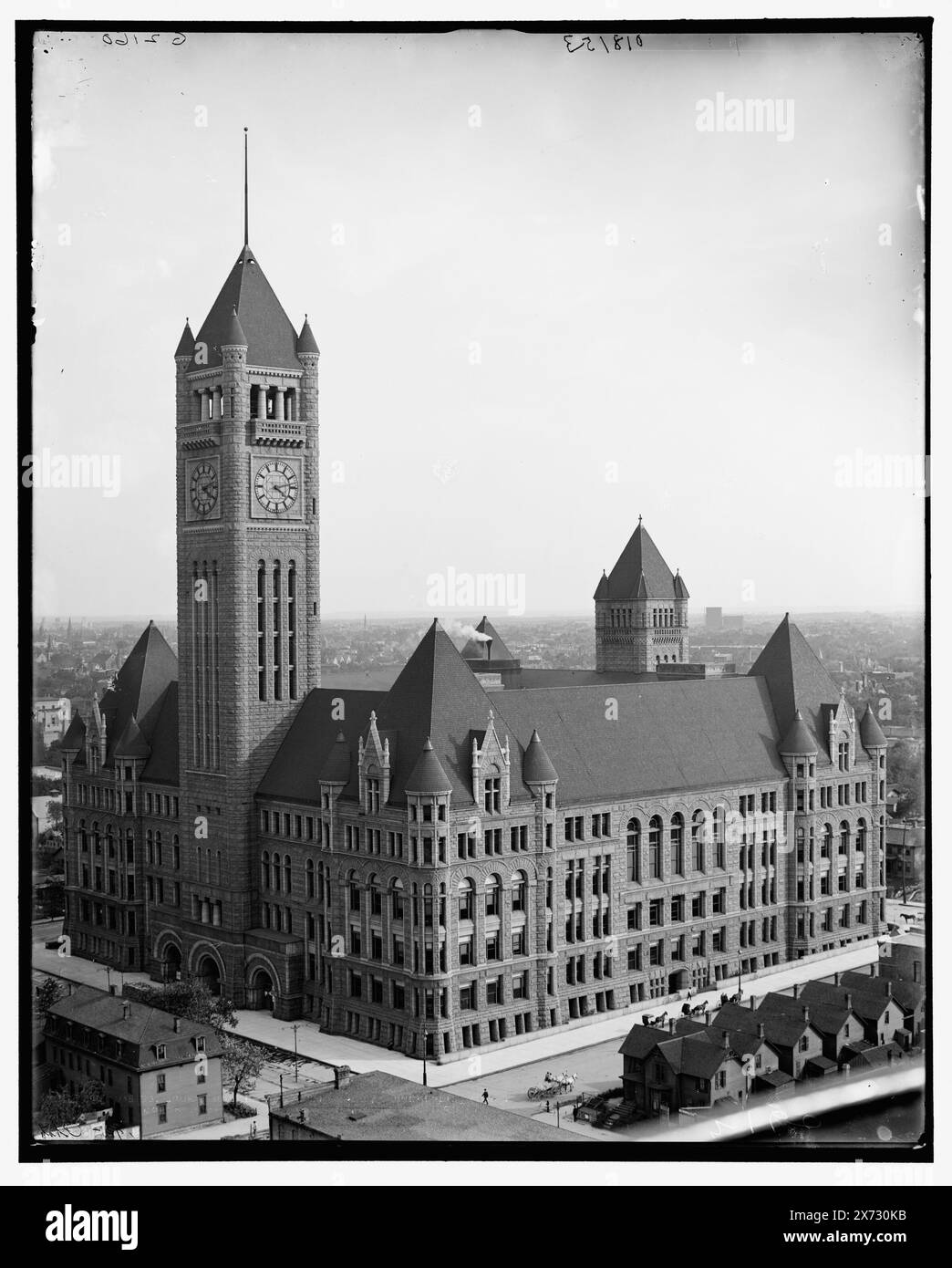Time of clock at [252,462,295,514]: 4:12
